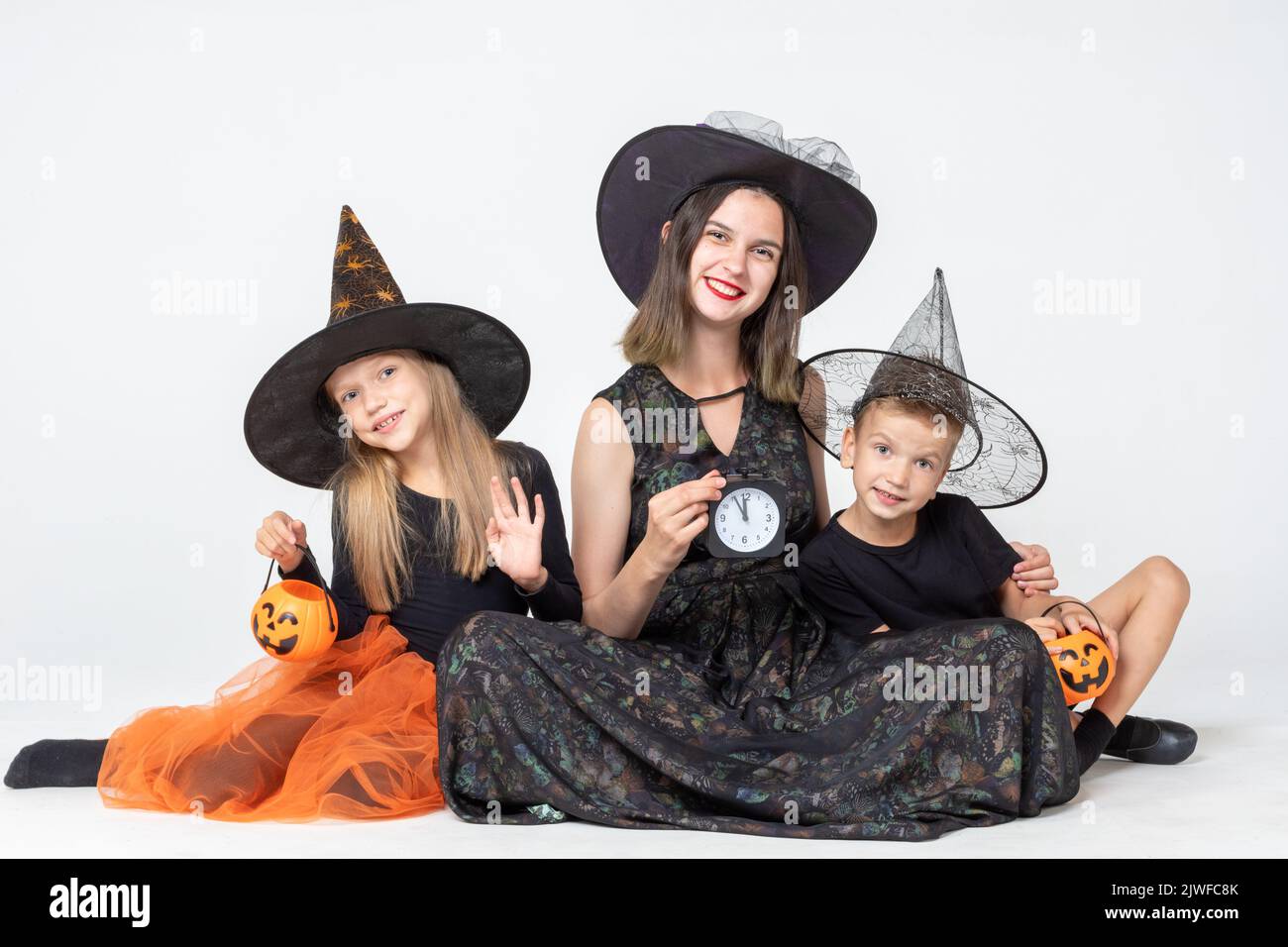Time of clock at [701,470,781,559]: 11:55
